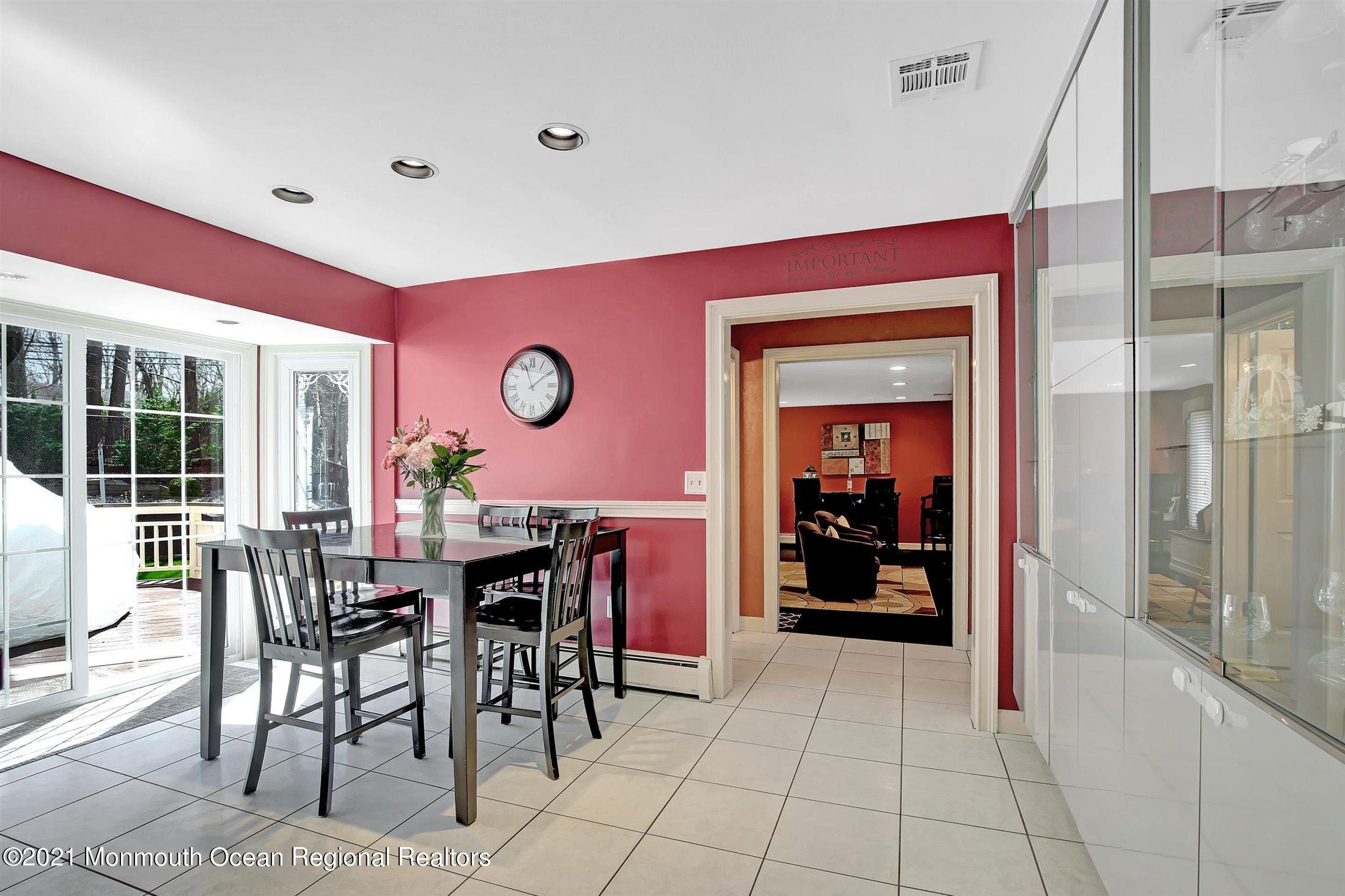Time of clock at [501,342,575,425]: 1:56
